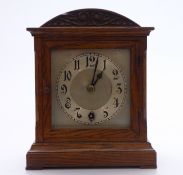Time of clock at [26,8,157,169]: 1:02
